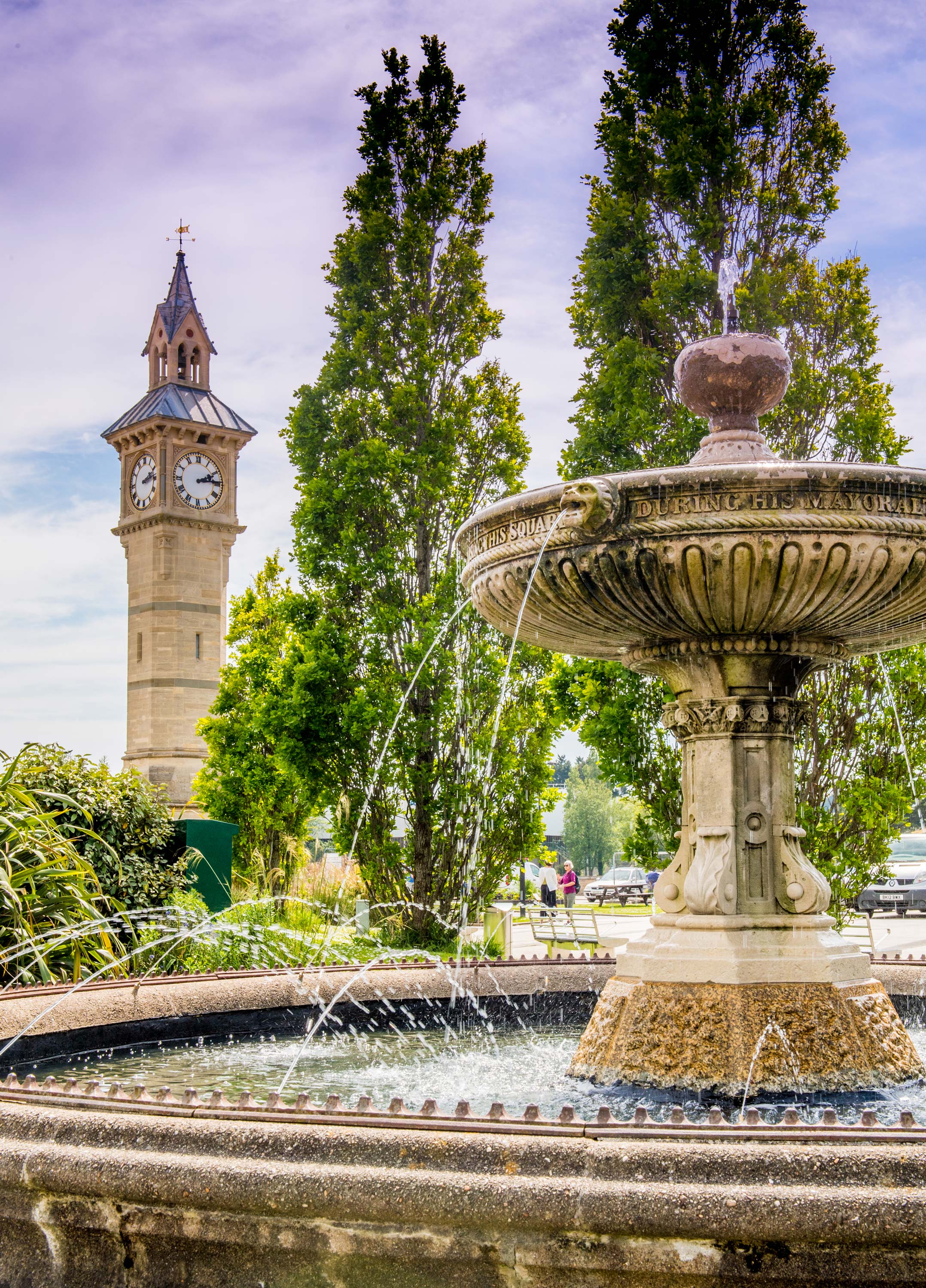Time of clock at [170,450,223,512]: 2:14
